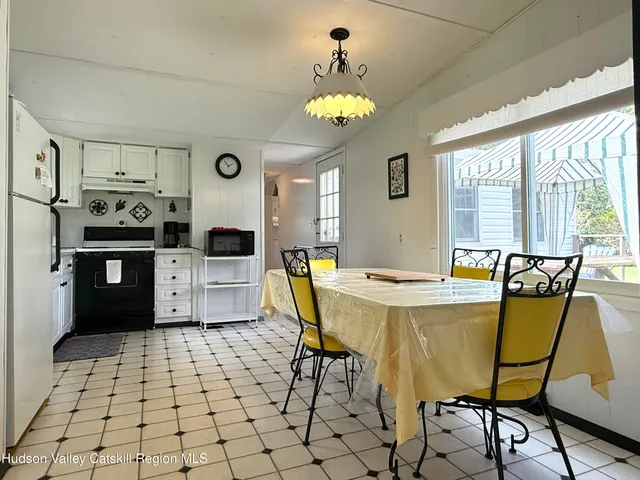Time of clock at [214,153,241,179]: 1:54
